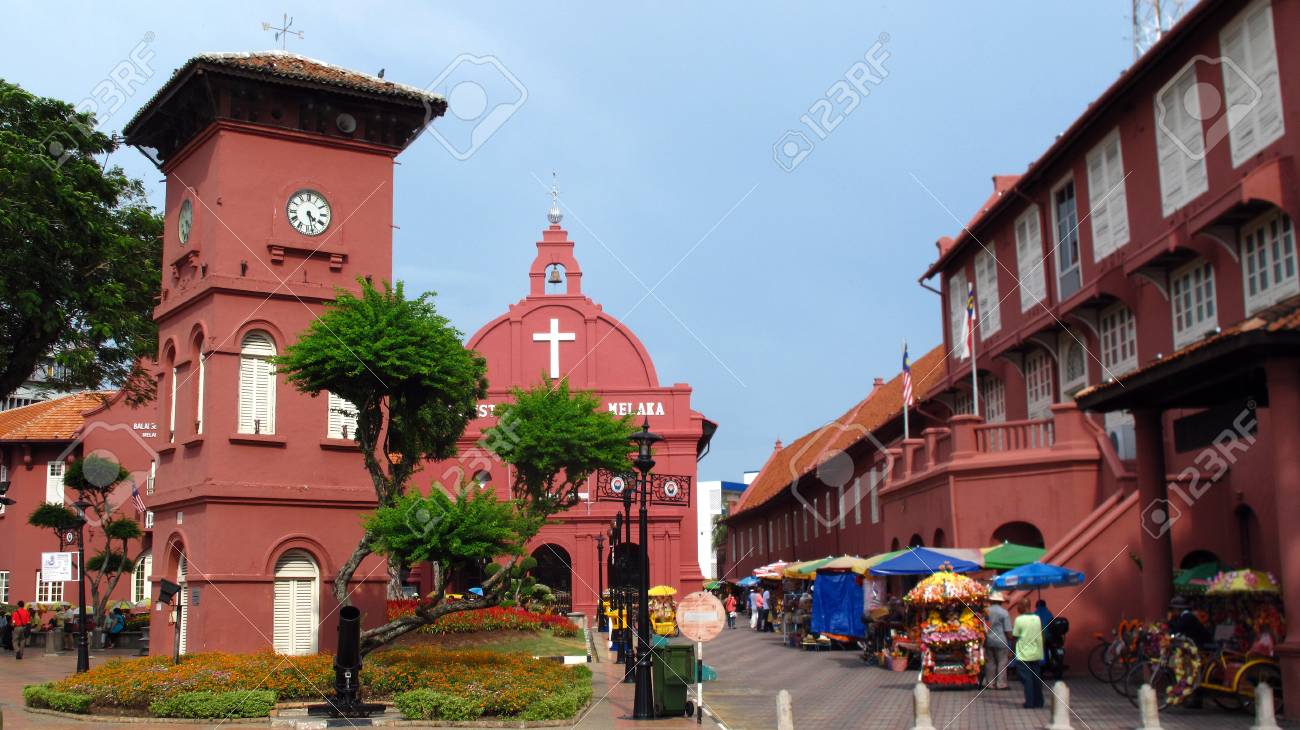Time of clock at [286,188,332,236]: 4:27
